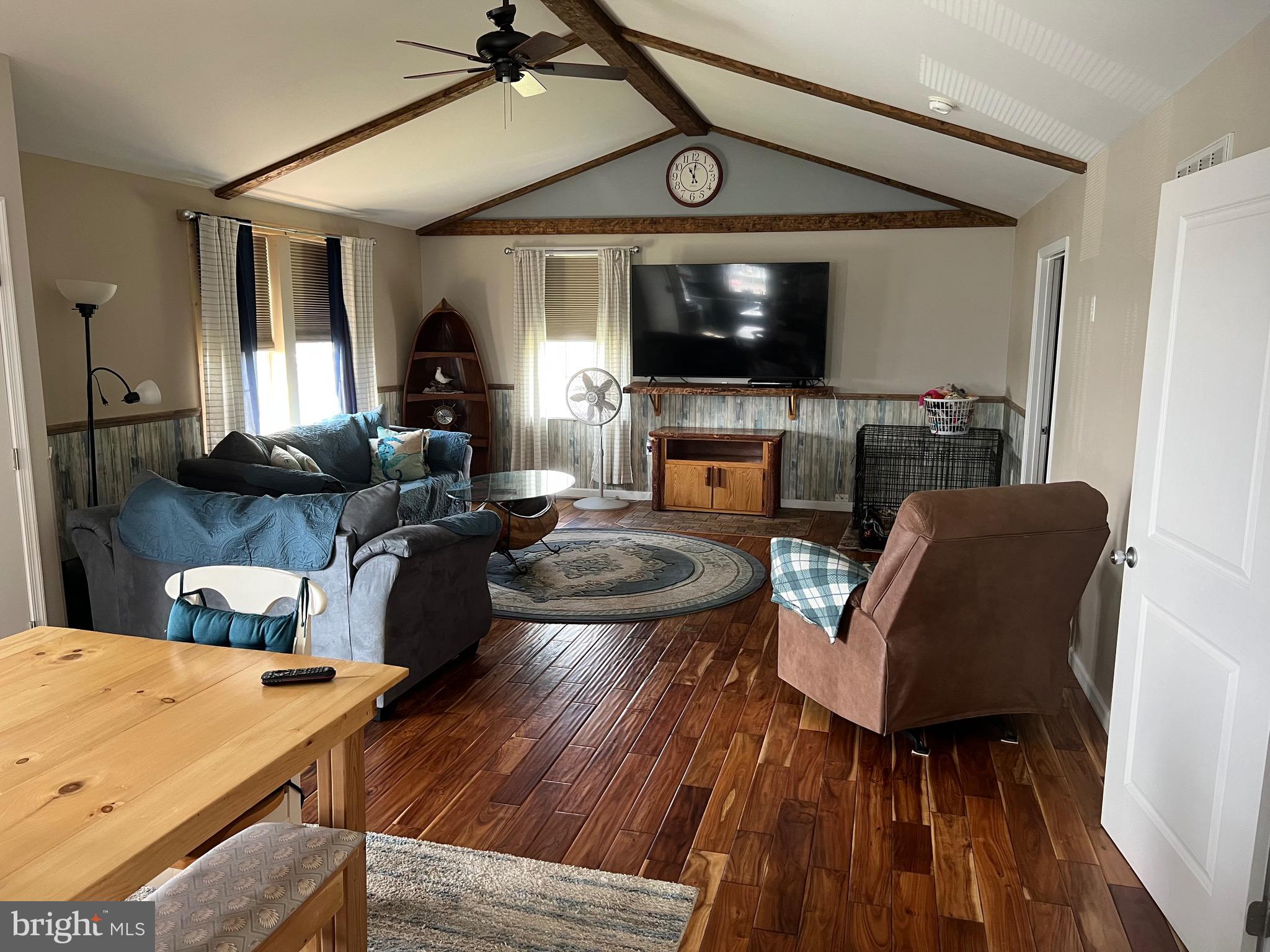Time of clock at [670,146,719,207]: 11:00
